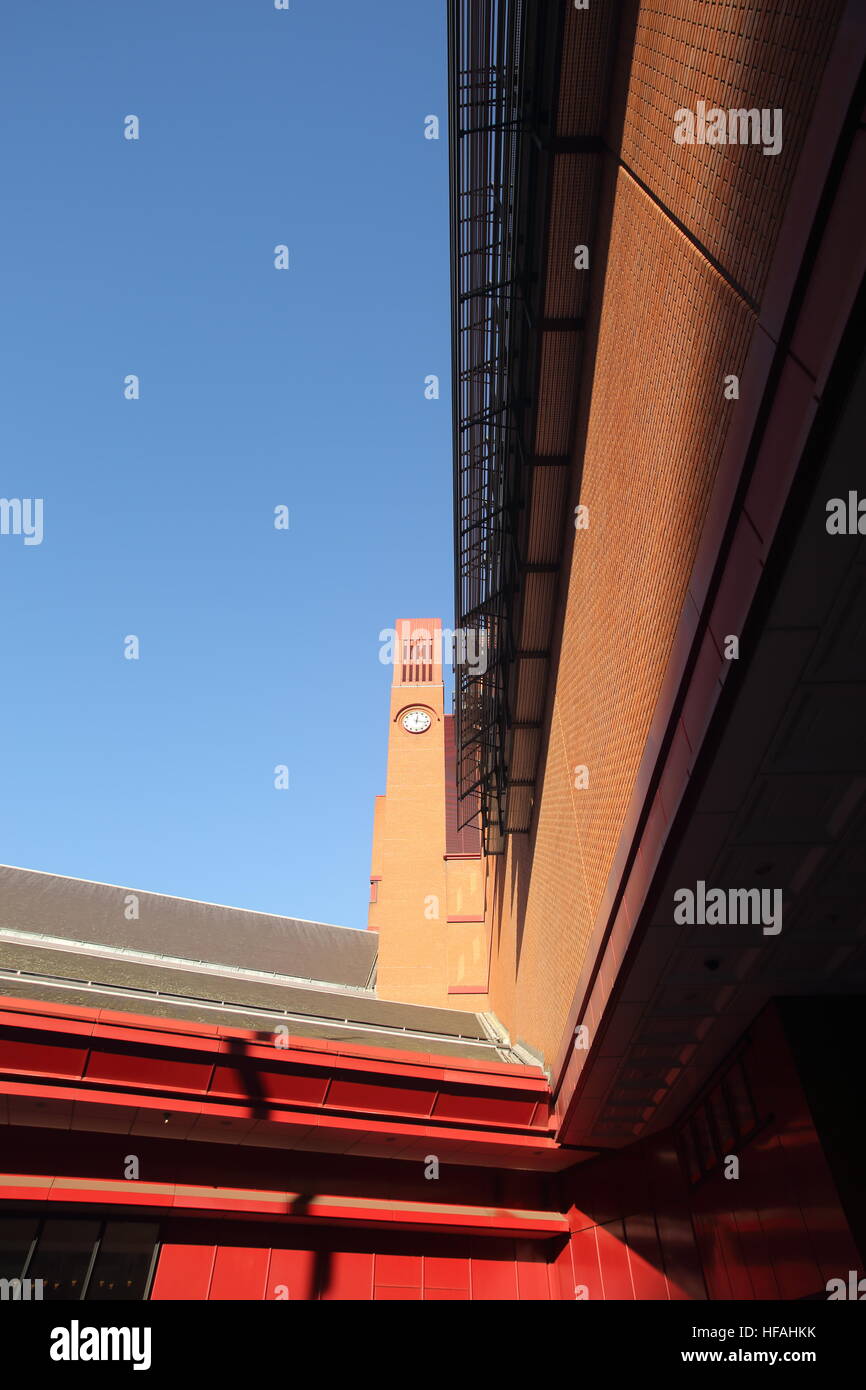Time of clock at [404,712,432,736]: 12:16
